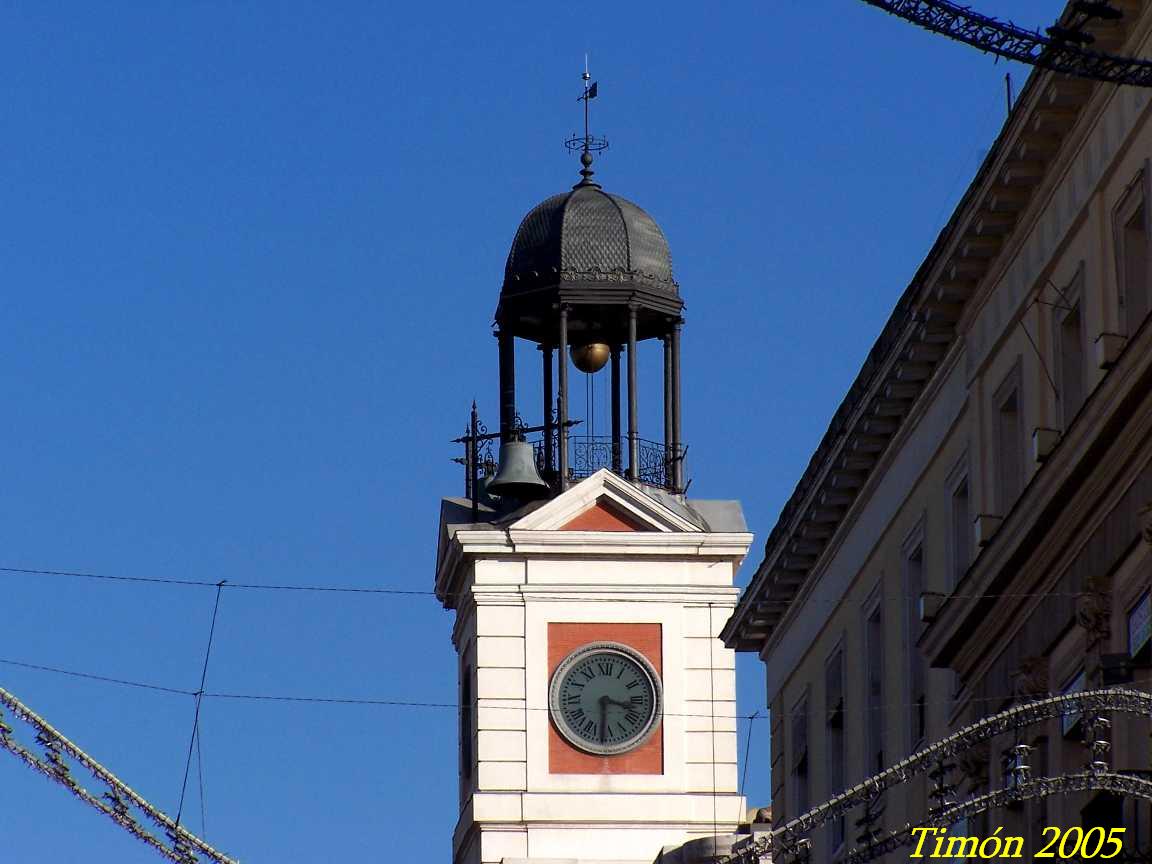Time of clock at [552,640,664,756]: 3:30
